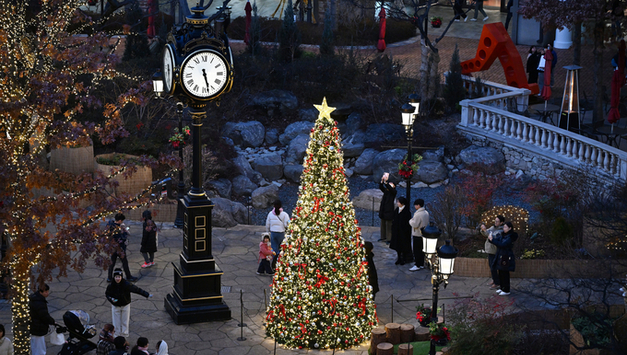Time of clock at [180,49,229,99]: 5:27
